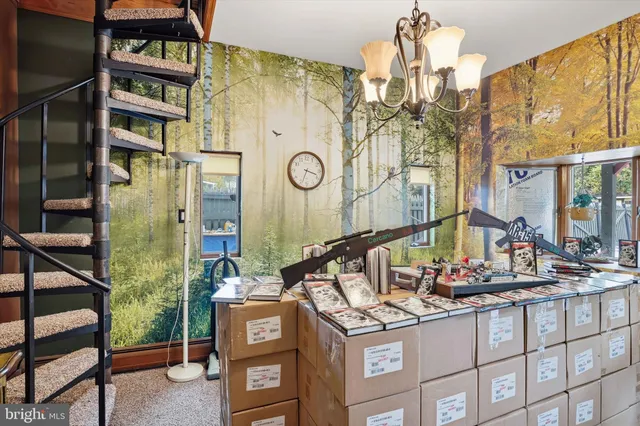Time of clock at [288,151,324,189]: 3:33
